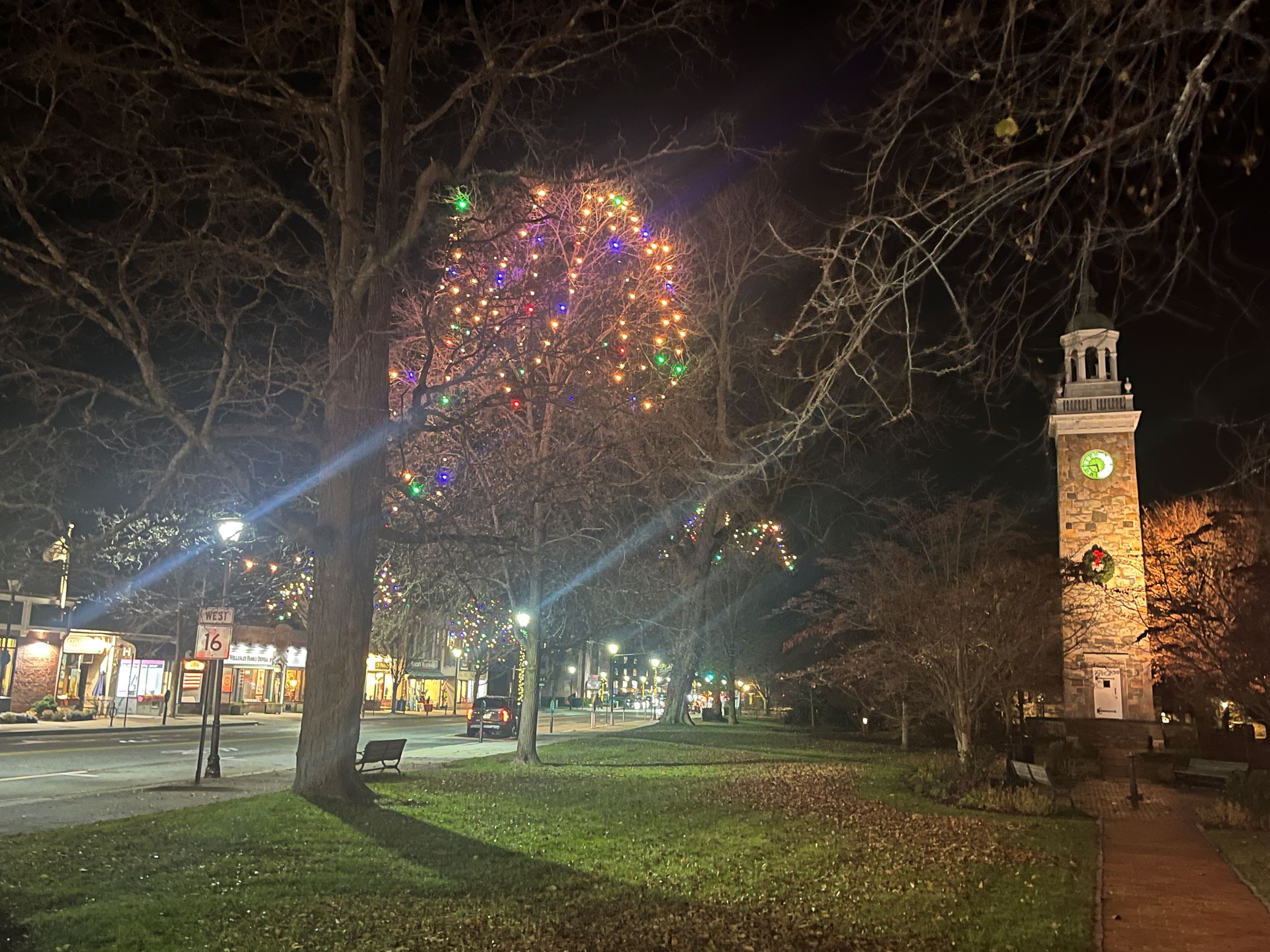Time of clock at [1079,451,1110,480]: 5:43
